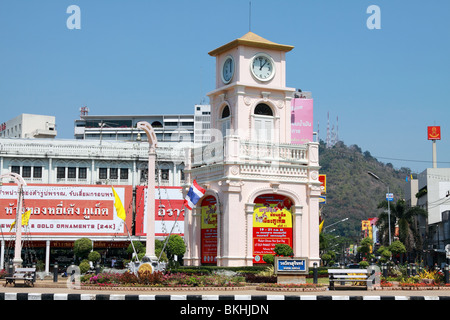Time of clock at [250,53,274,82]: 12:06
